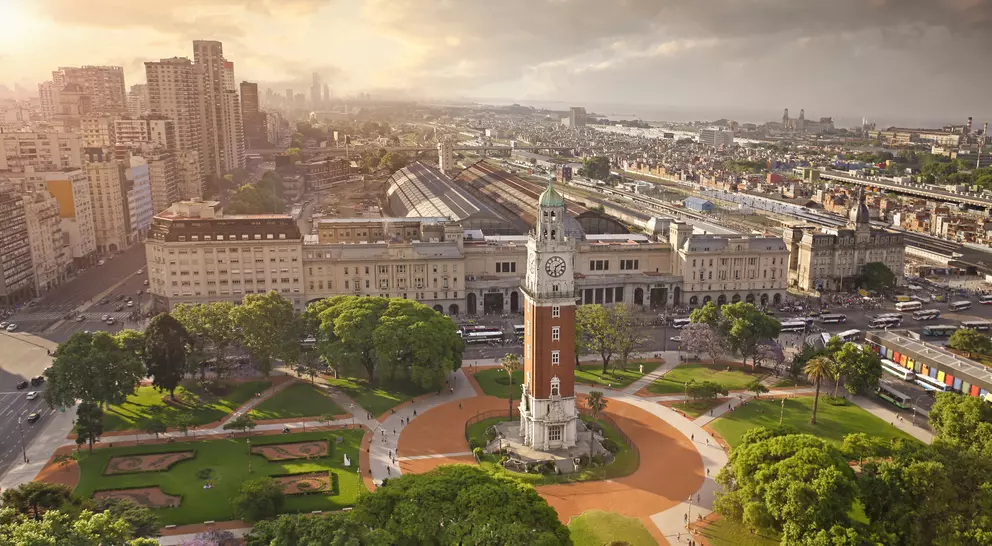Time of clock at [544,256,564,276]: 6:10
